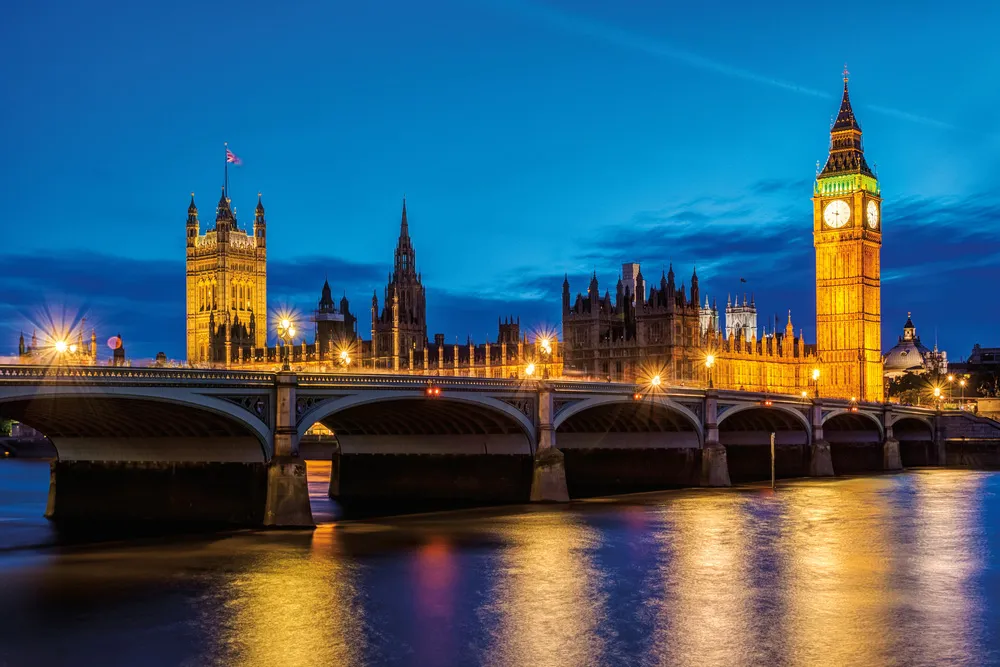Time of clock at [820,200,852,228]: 9:31
